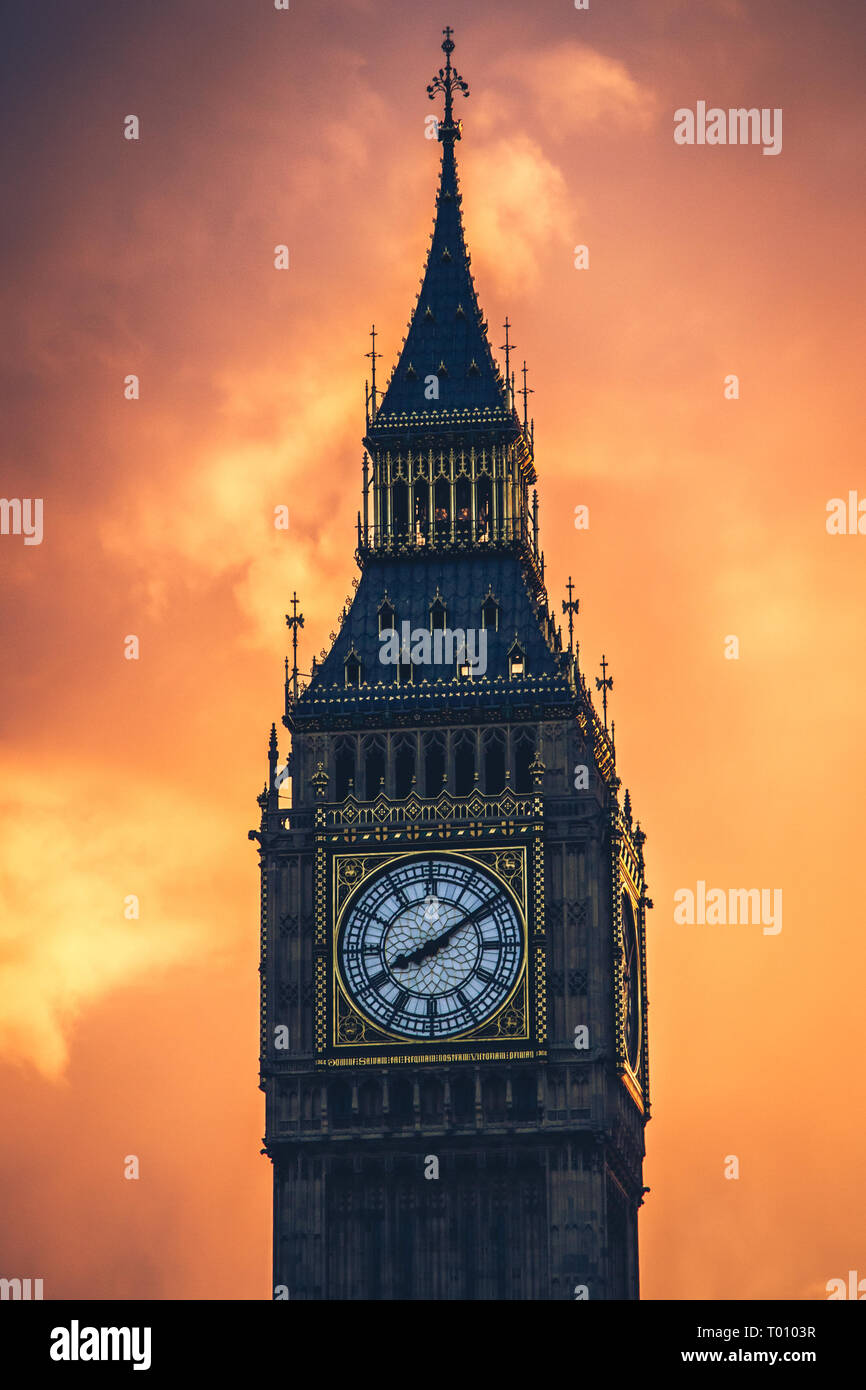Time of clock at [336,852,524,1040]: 8:09
